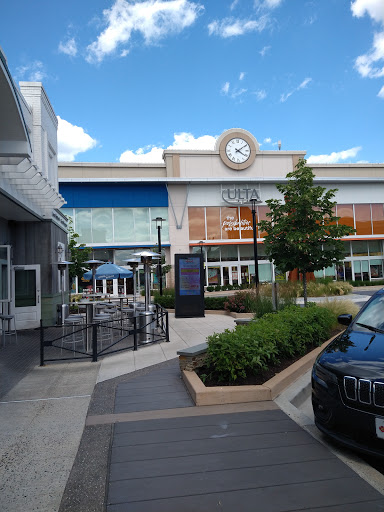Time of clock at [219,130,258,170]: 4:09
